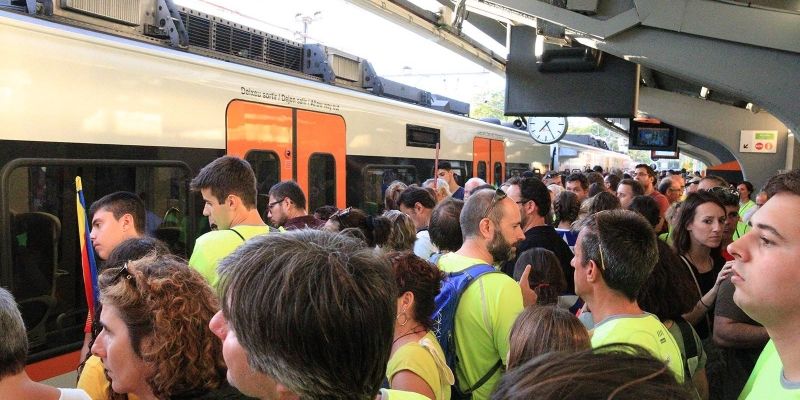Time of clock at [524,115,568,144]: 7:25
